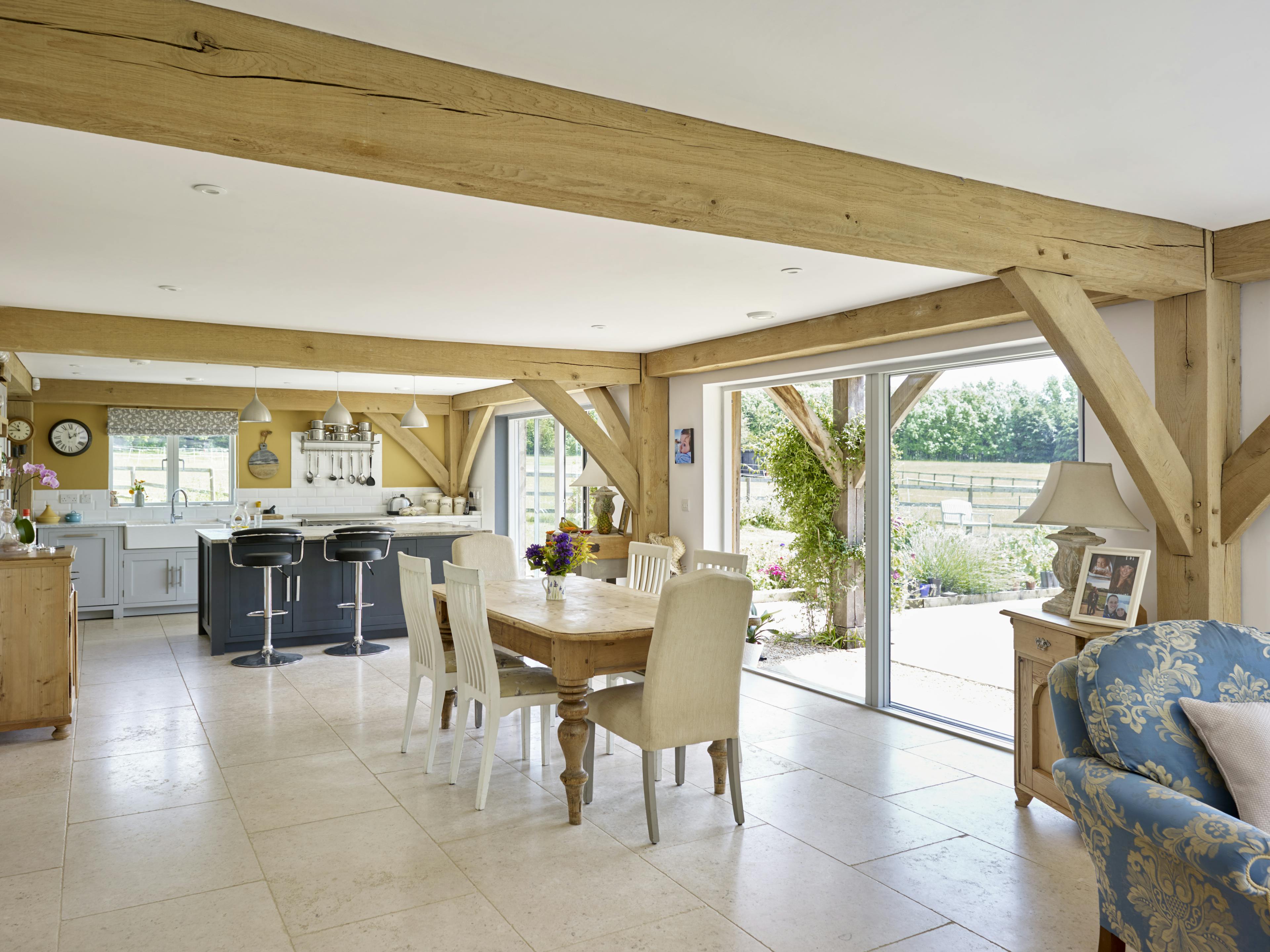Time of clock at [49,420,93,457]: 1:57
